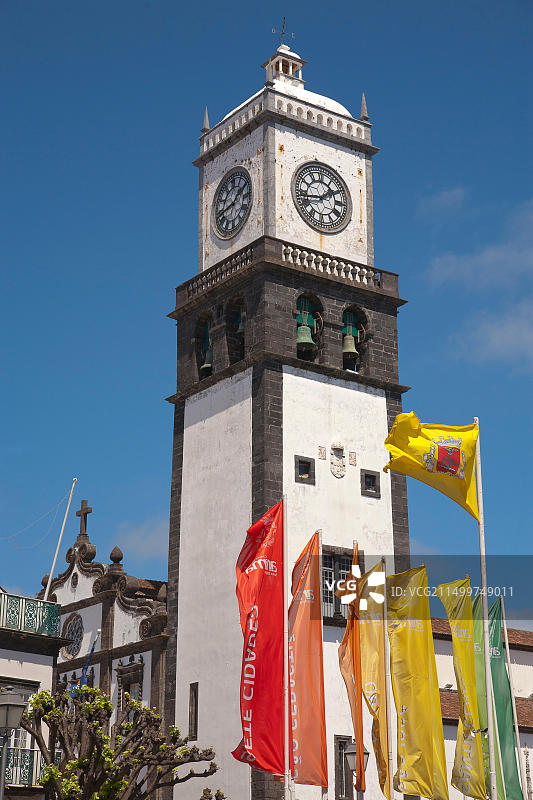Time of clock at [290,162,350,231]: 1:43
